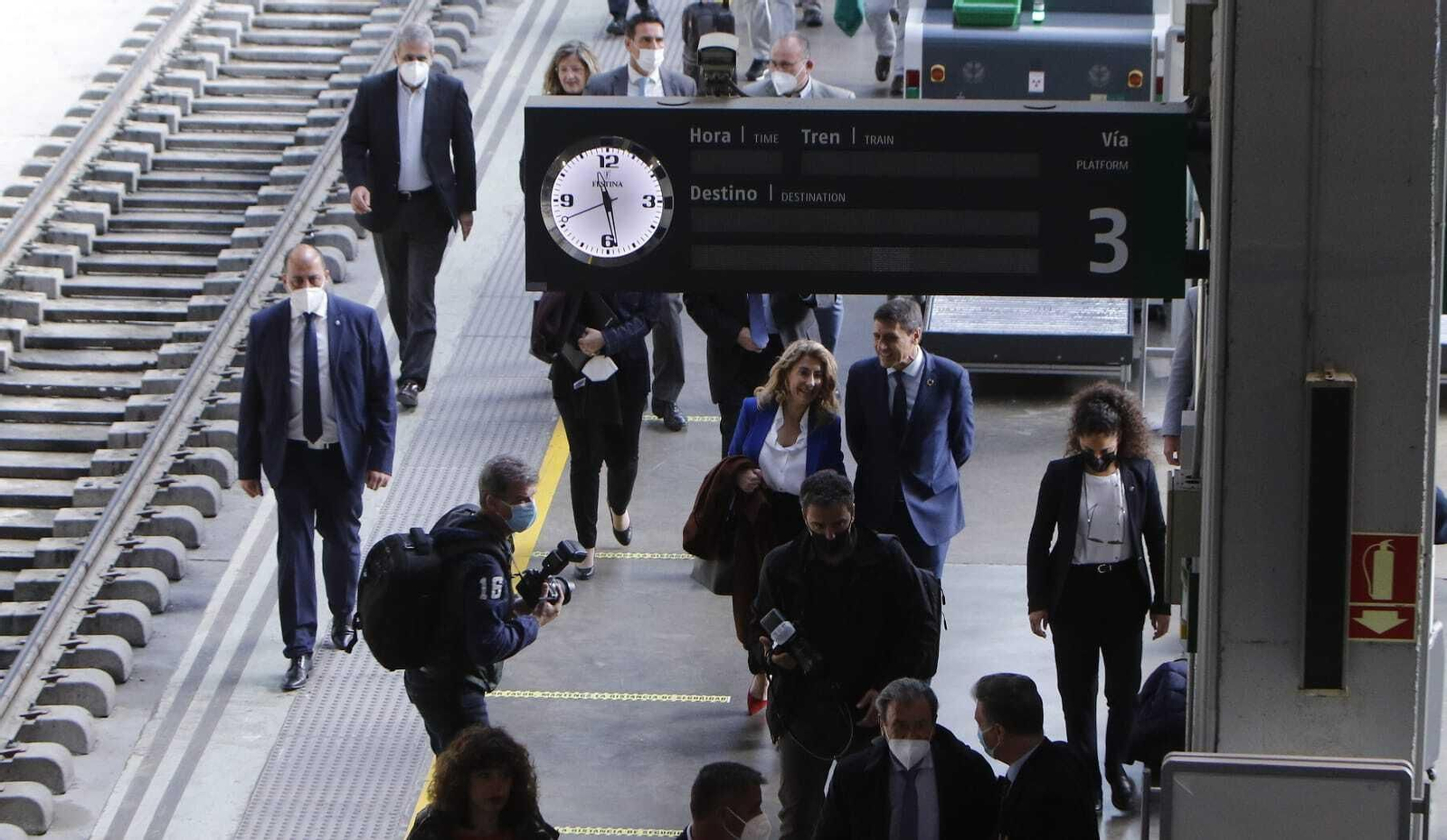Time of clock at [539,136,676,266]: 11:28
